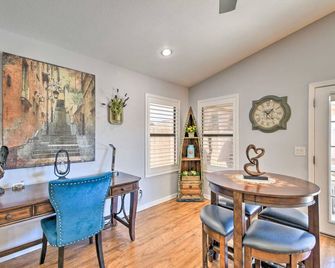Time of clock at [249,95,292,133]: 1:23
